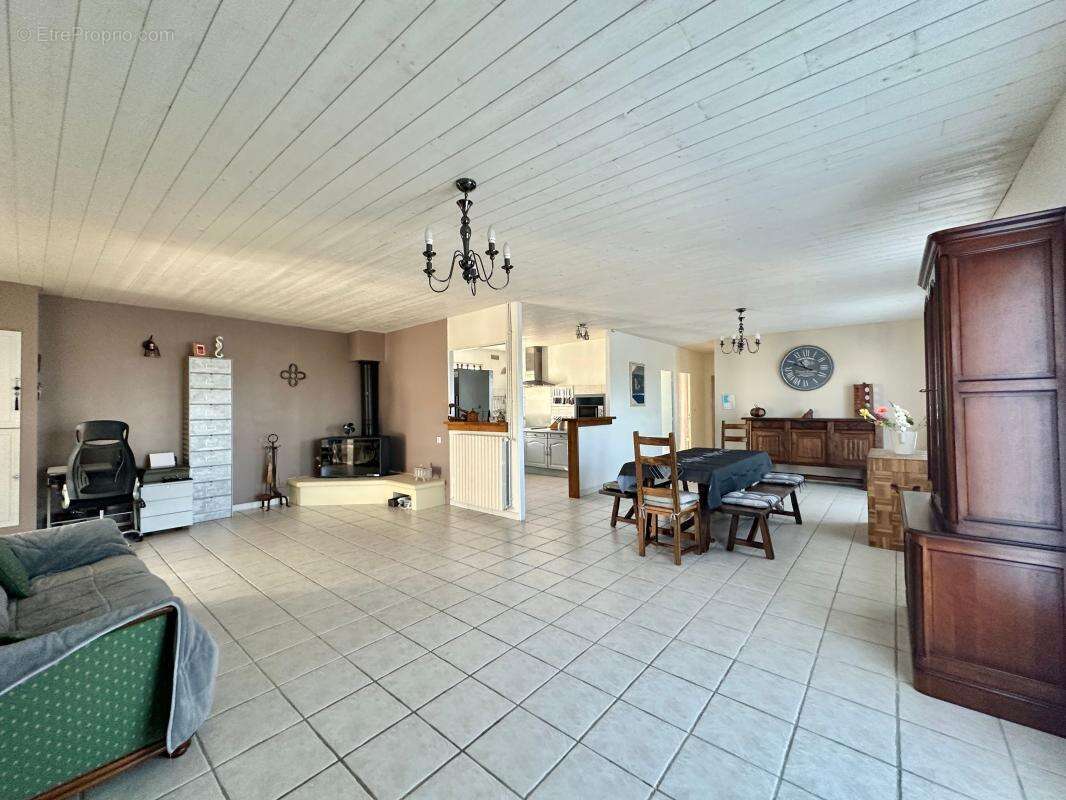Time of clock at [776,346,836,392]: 10:48
